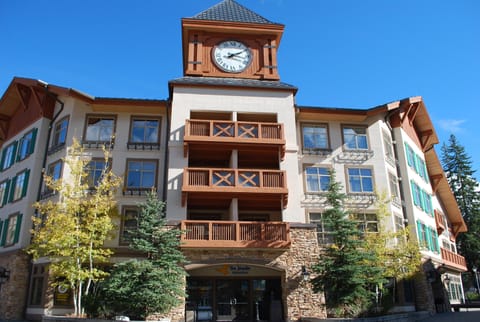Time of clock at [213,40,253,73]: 2:17
